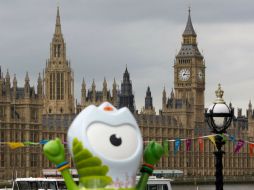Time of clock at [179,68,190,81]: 3:04
